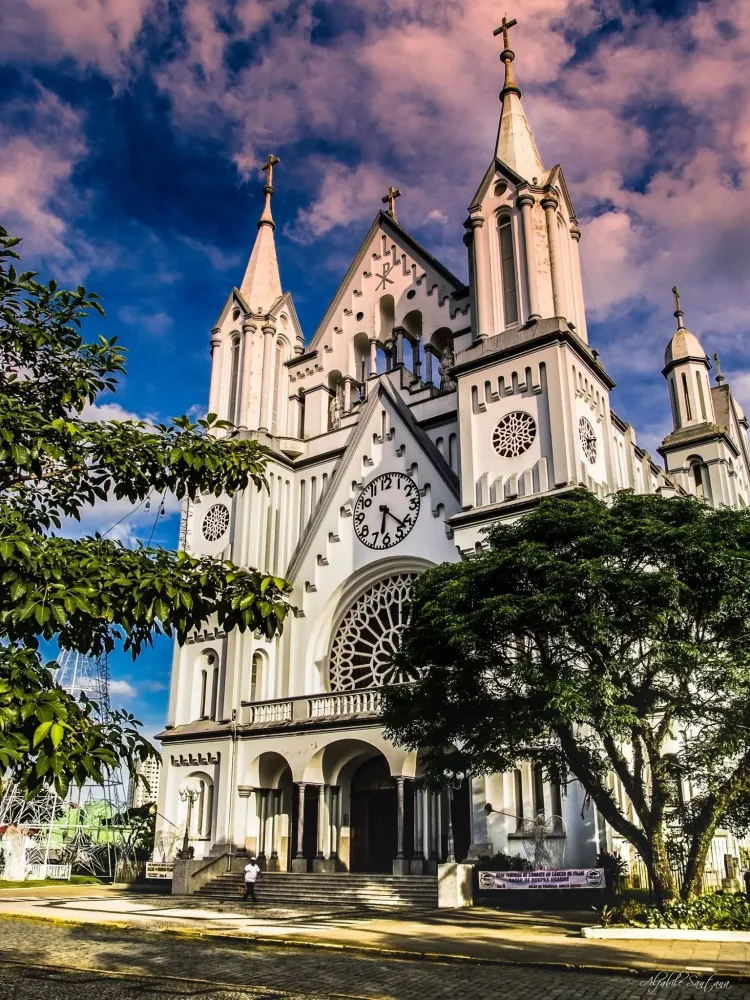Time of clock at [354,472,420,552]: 6:22
